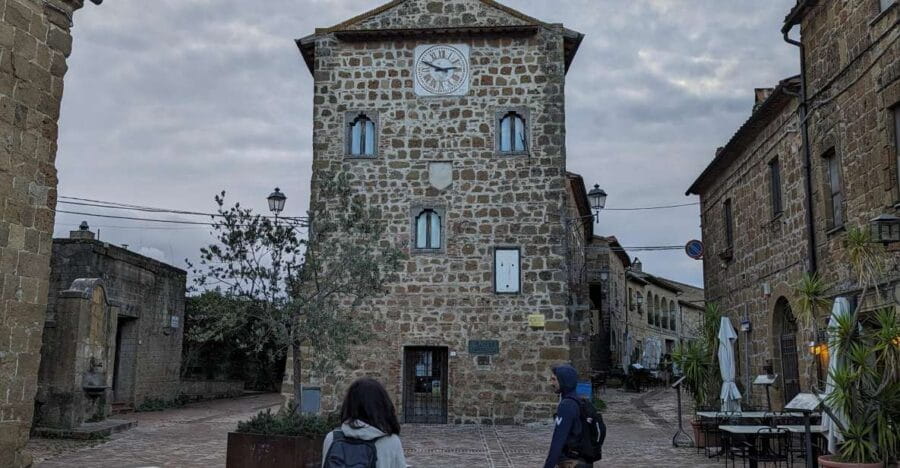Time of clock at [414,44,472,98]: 2:48
